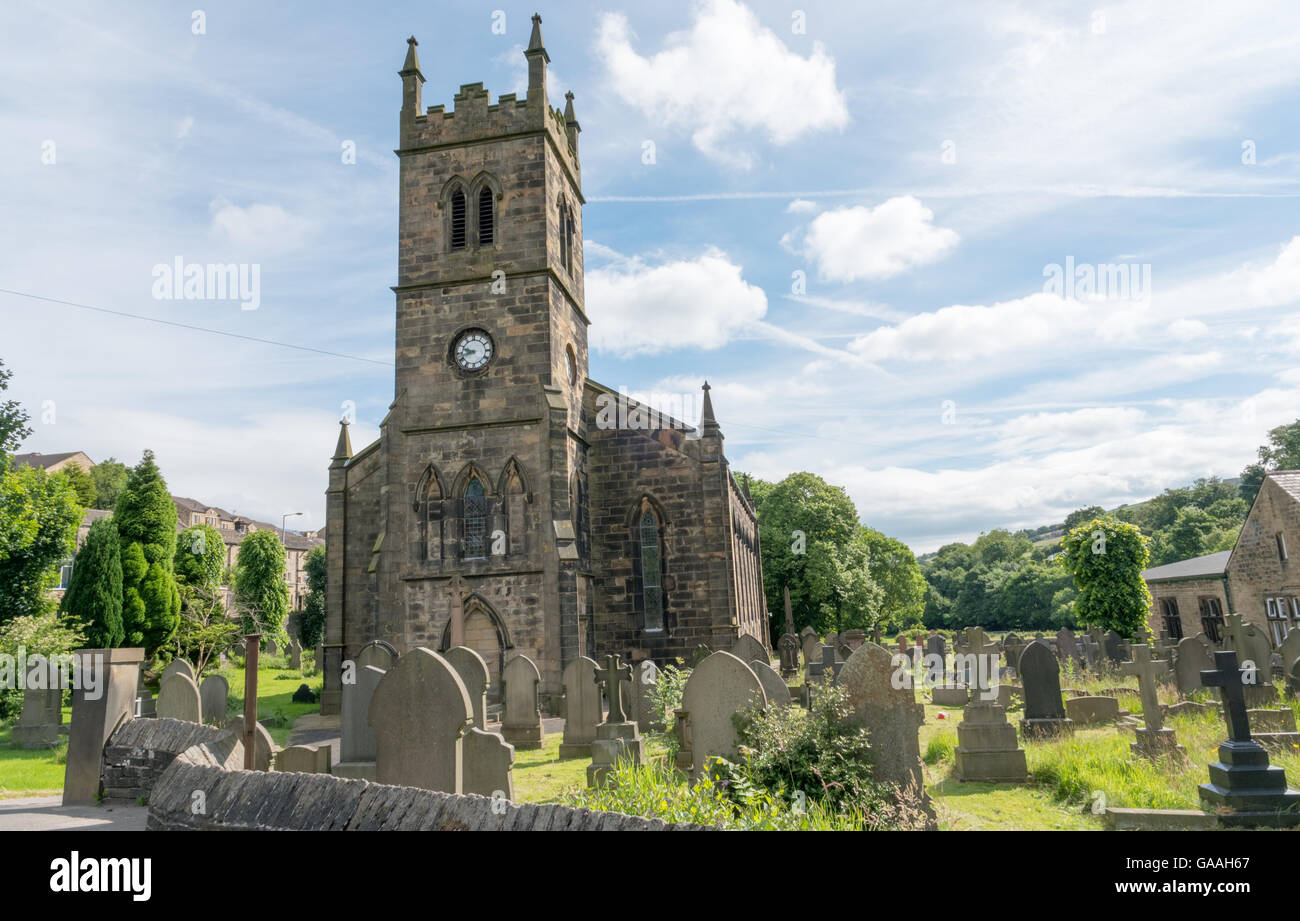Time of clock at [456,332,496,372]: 9:42
